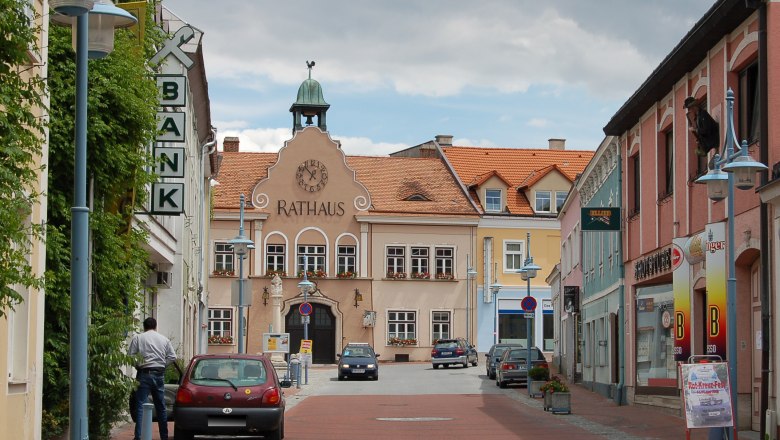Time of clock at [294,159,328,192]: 6:52
